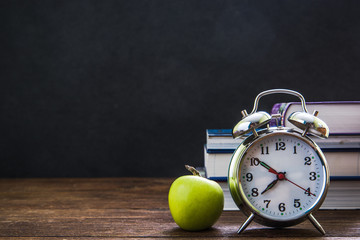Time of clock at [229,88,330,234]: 7:51
